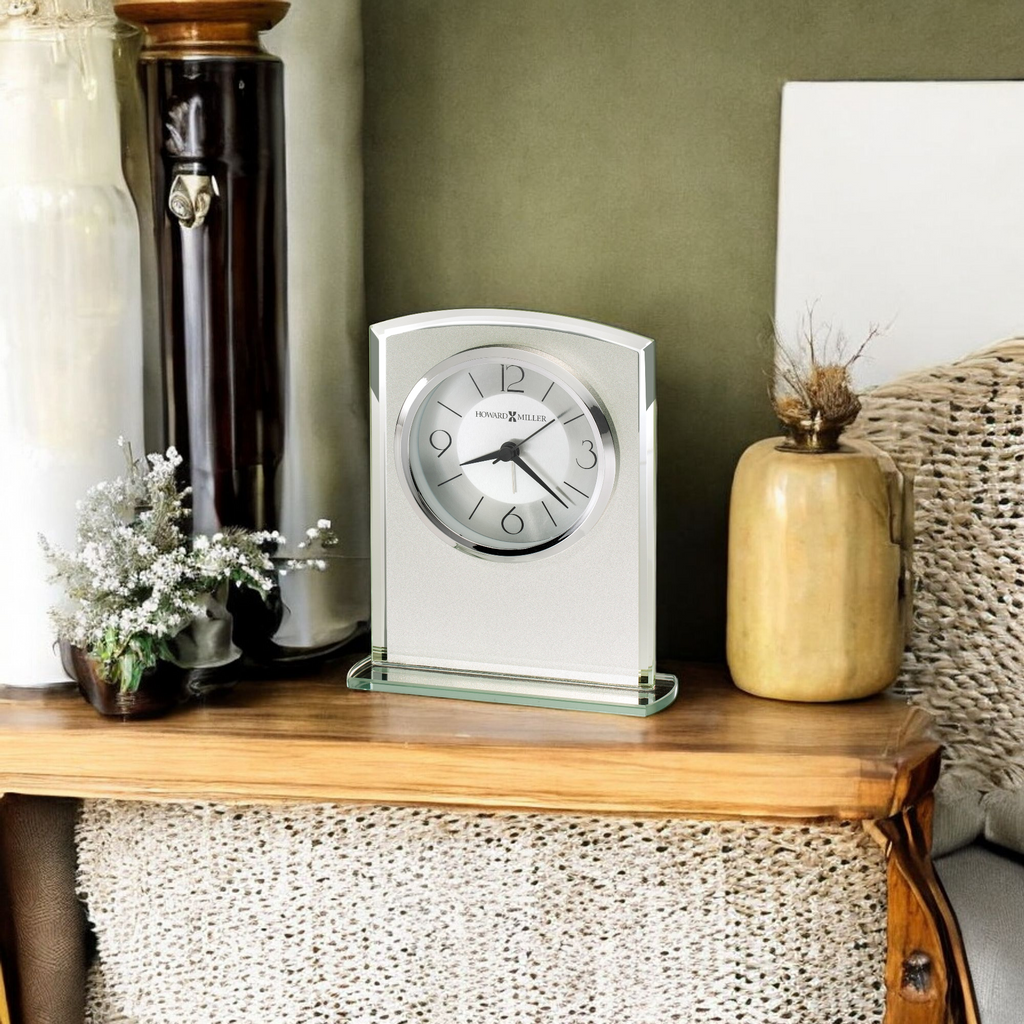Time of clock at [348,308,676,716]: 8:21
